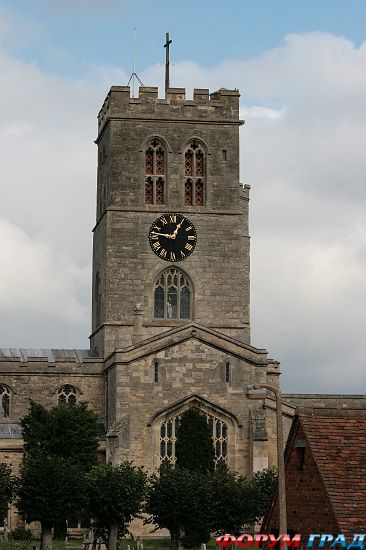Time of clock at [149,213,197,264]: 12:46
